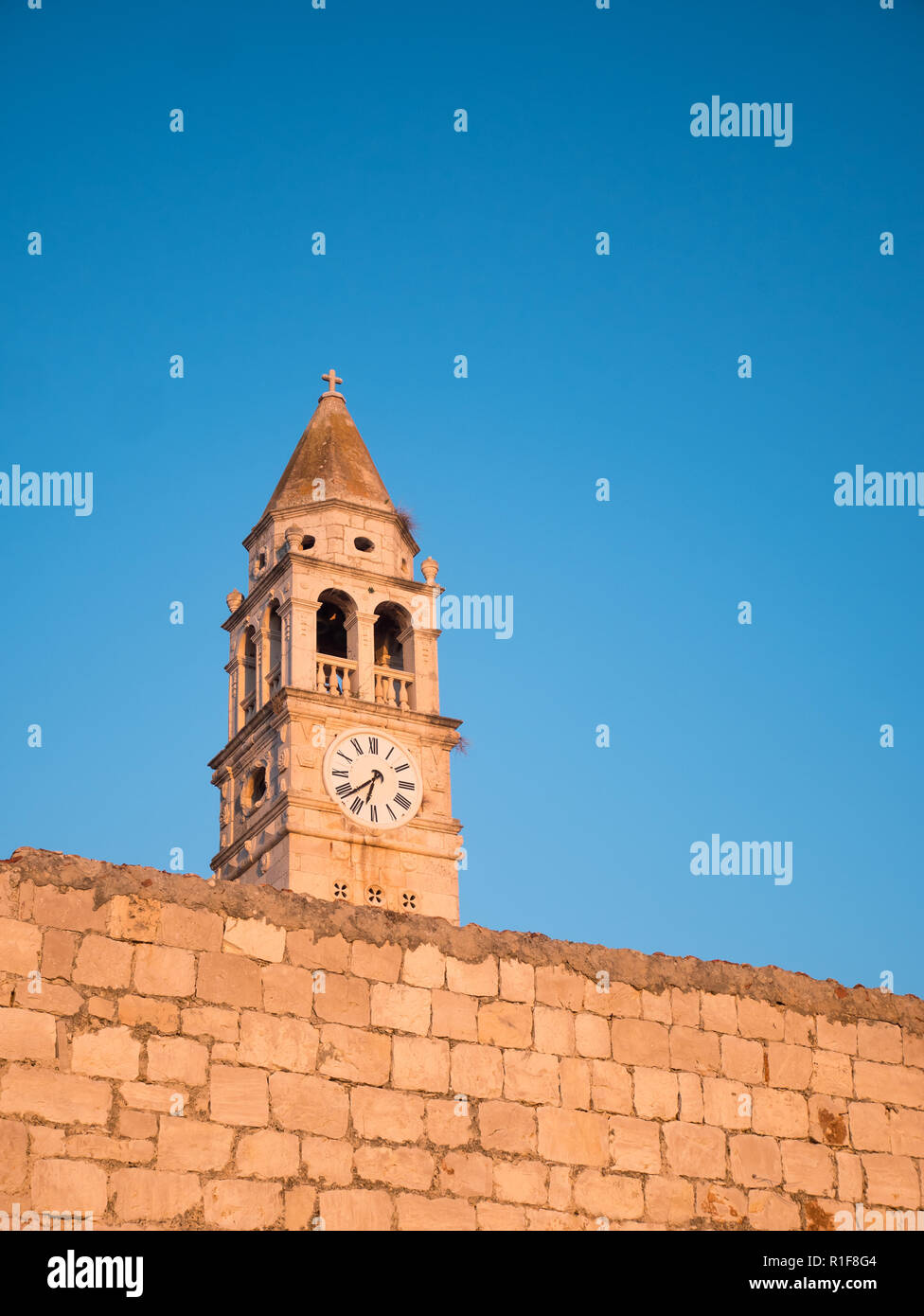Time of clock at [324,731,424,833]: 6:38
